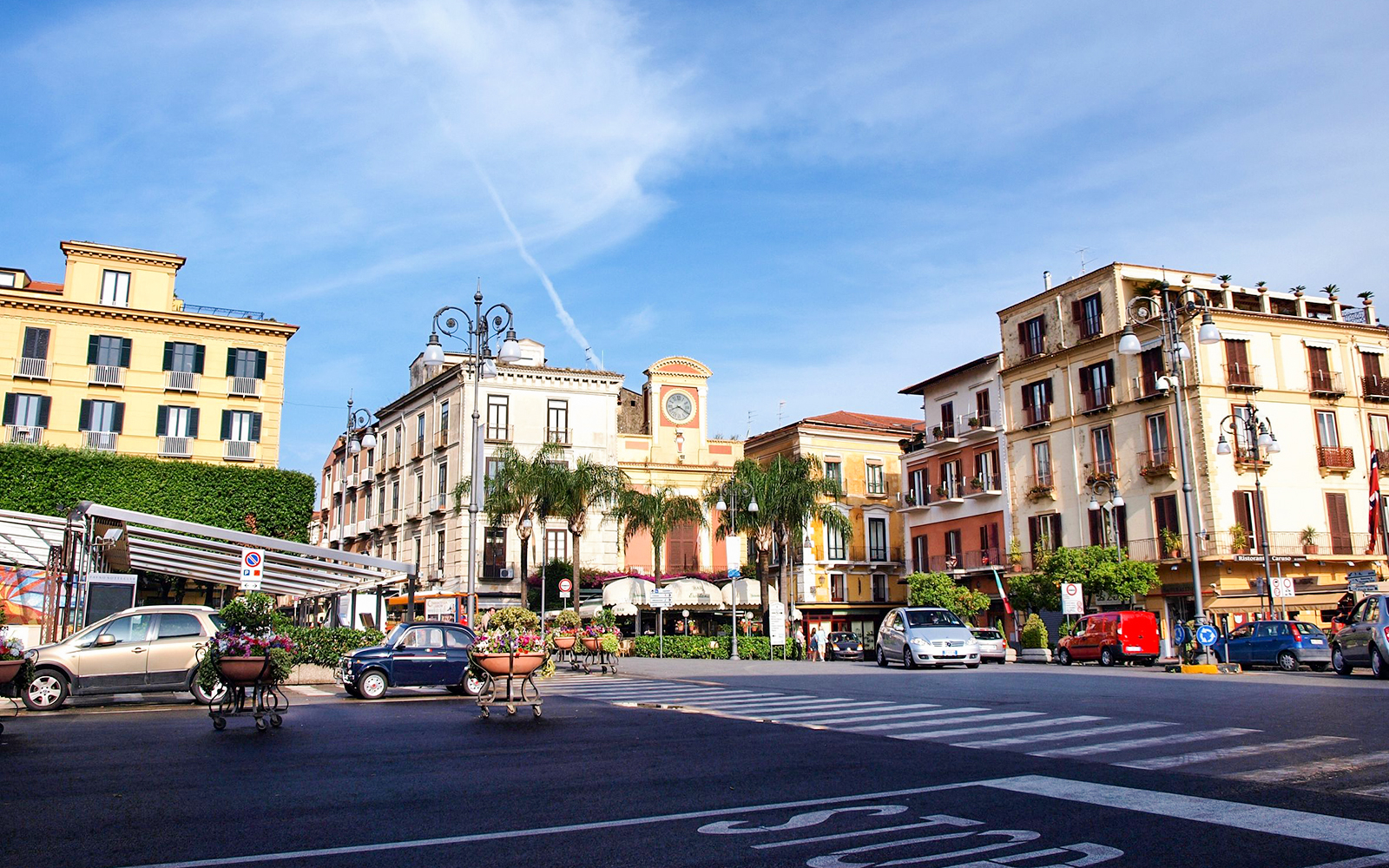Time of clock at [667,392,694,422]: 8:19
